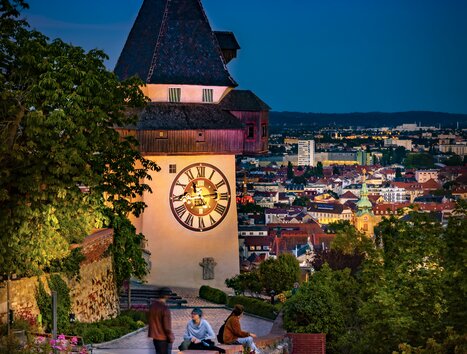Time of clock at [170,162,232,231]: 11:13
